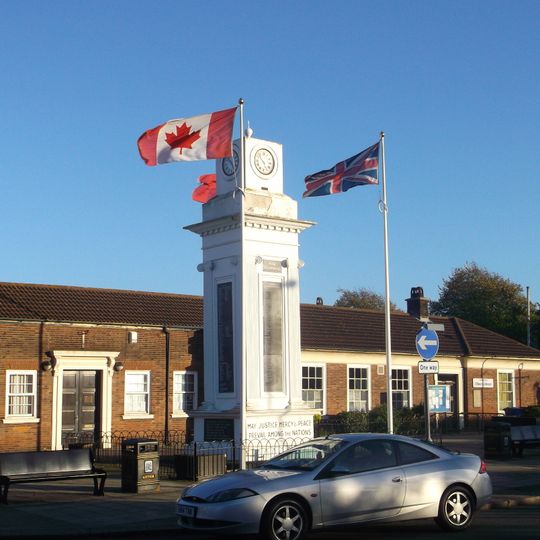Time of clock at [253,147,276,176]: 4:52
